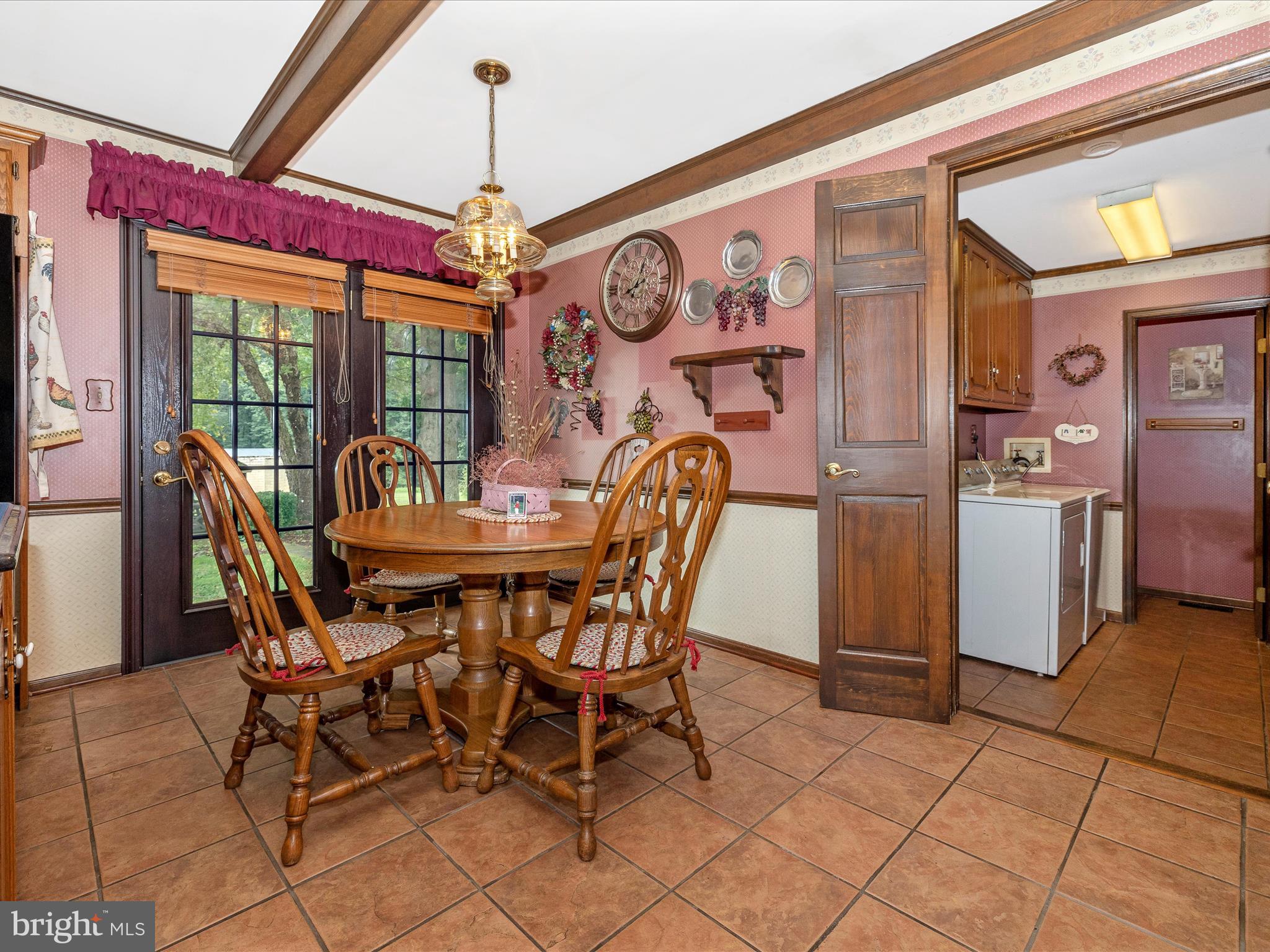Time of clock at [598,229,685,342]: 8:03
